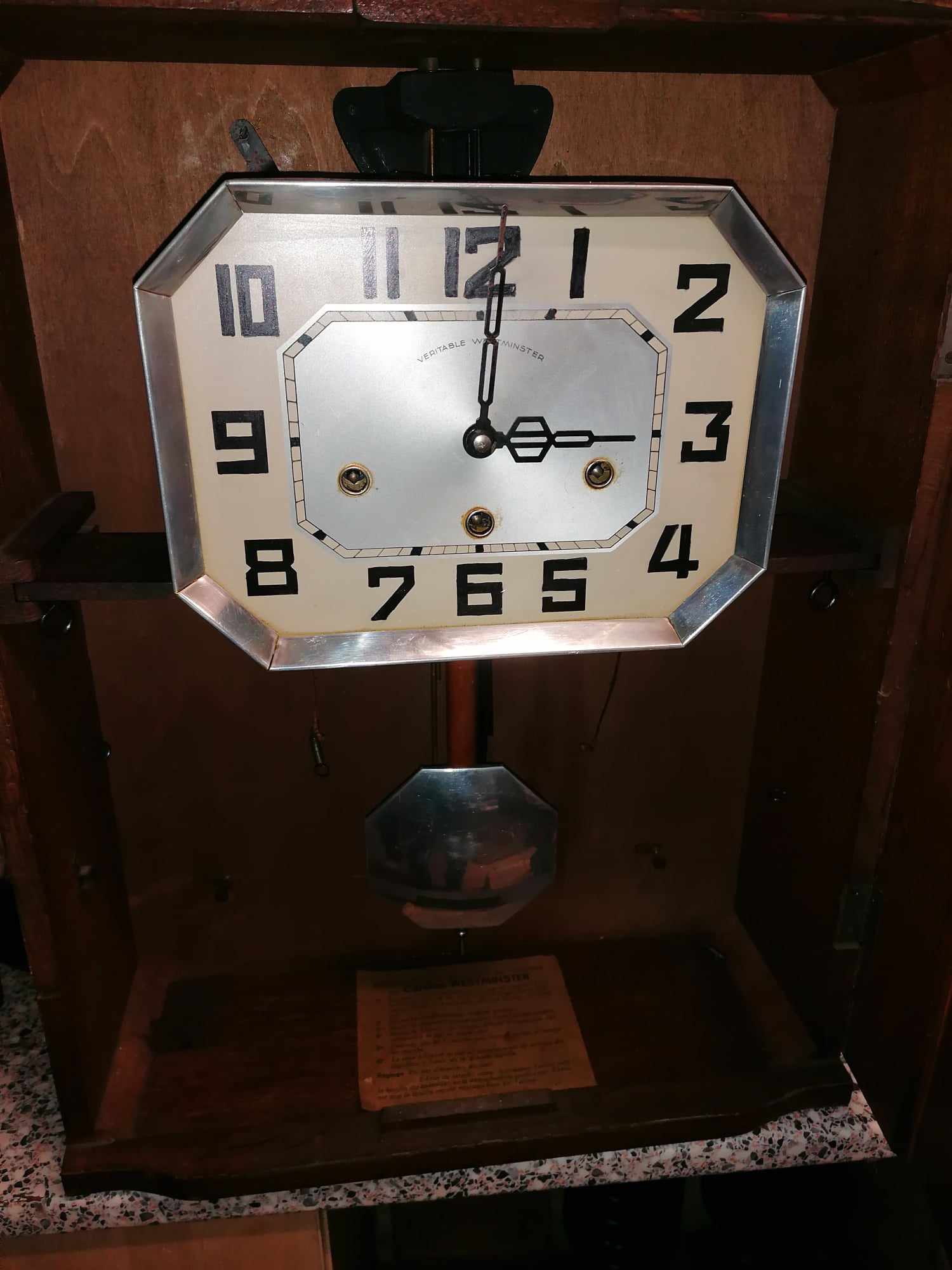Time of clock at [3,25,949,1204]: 3:01
